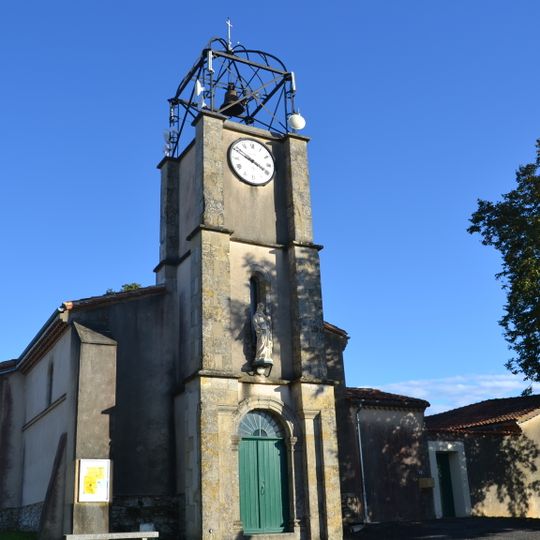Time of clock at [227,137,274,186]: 3:48
